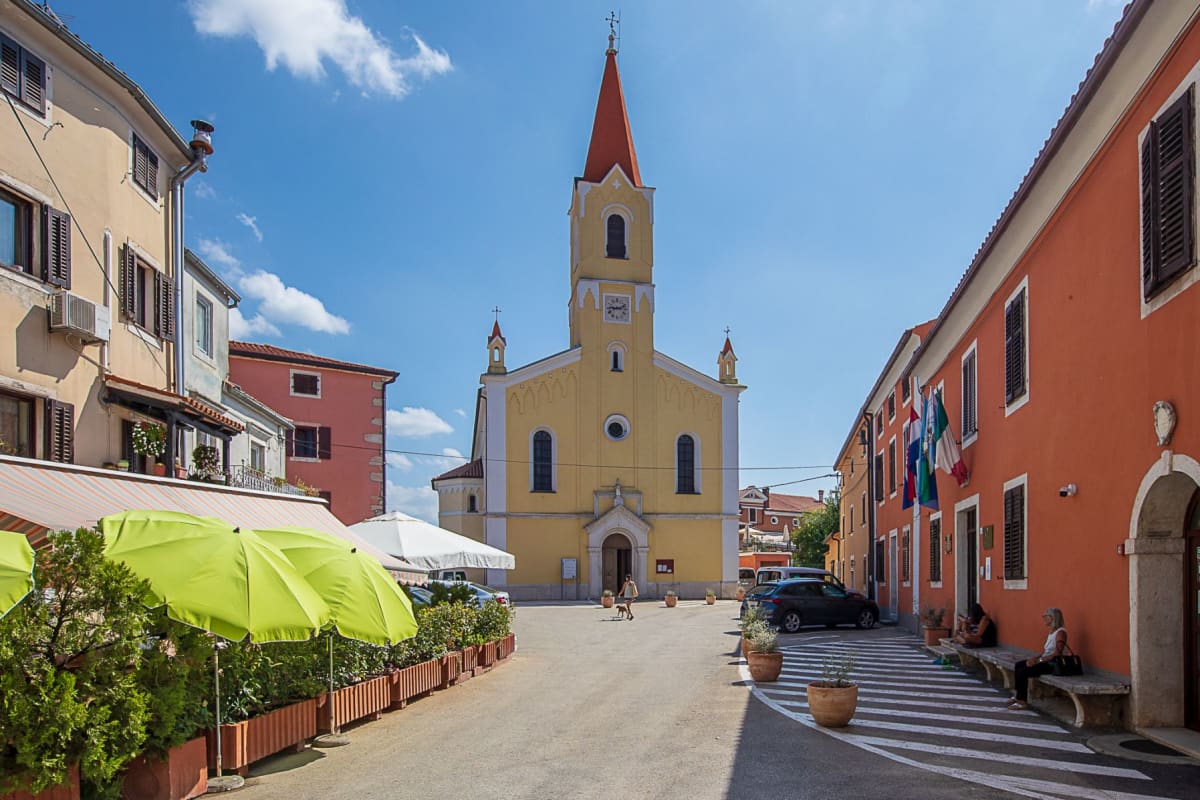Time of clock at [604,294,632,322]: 9:12
